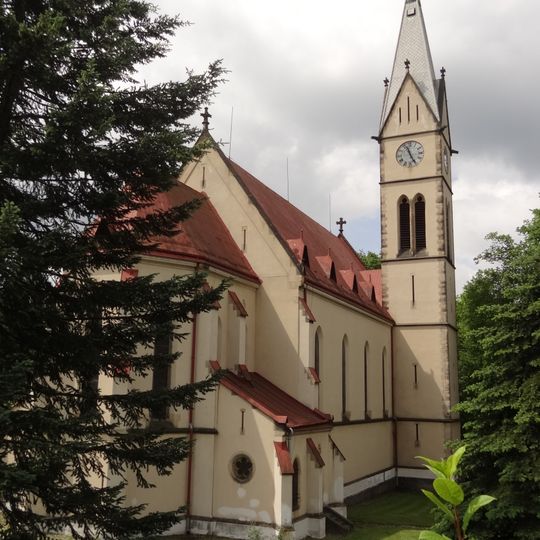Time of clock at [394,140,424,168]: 11:25
